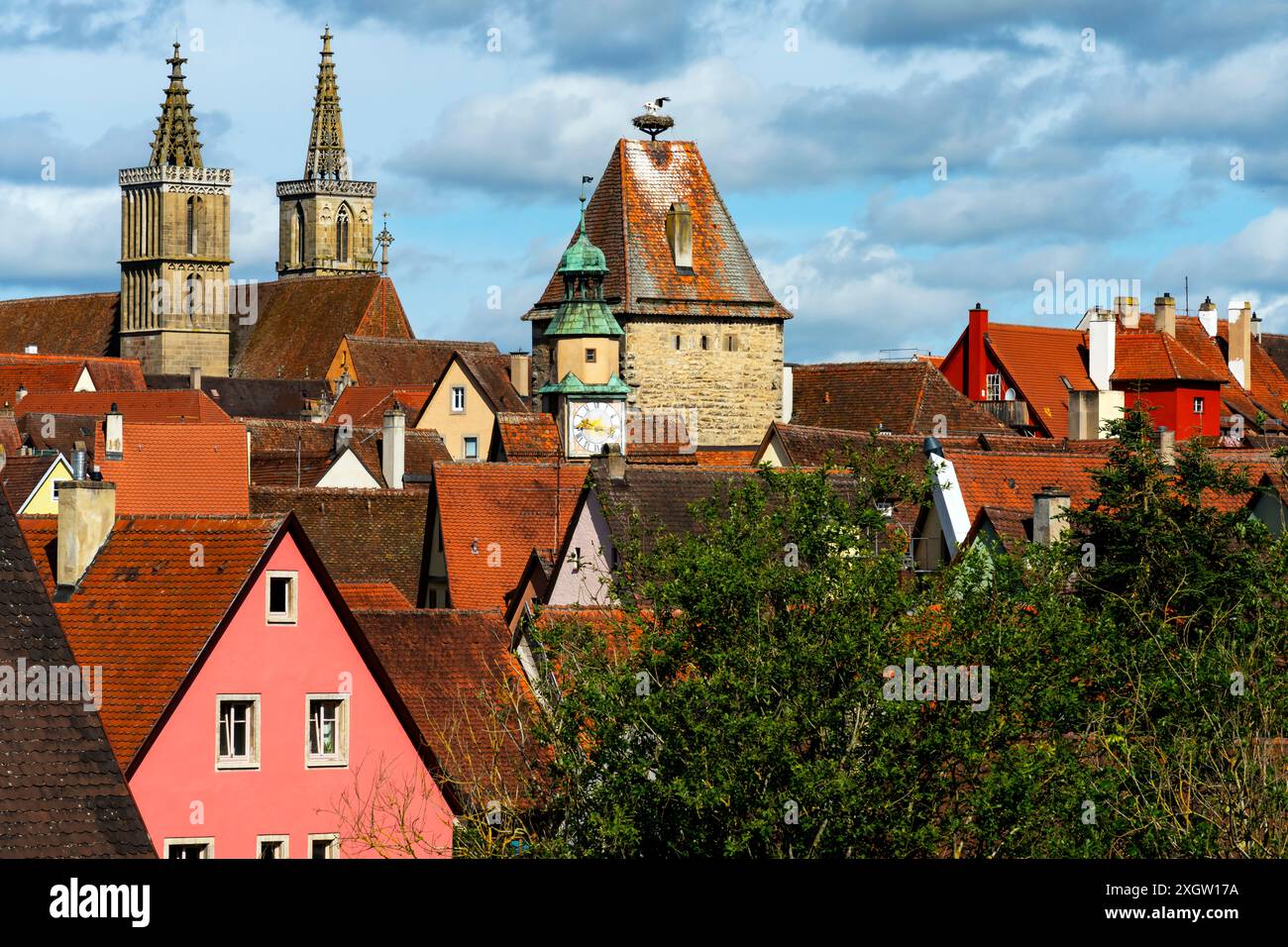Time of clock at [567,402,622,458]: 9:44
